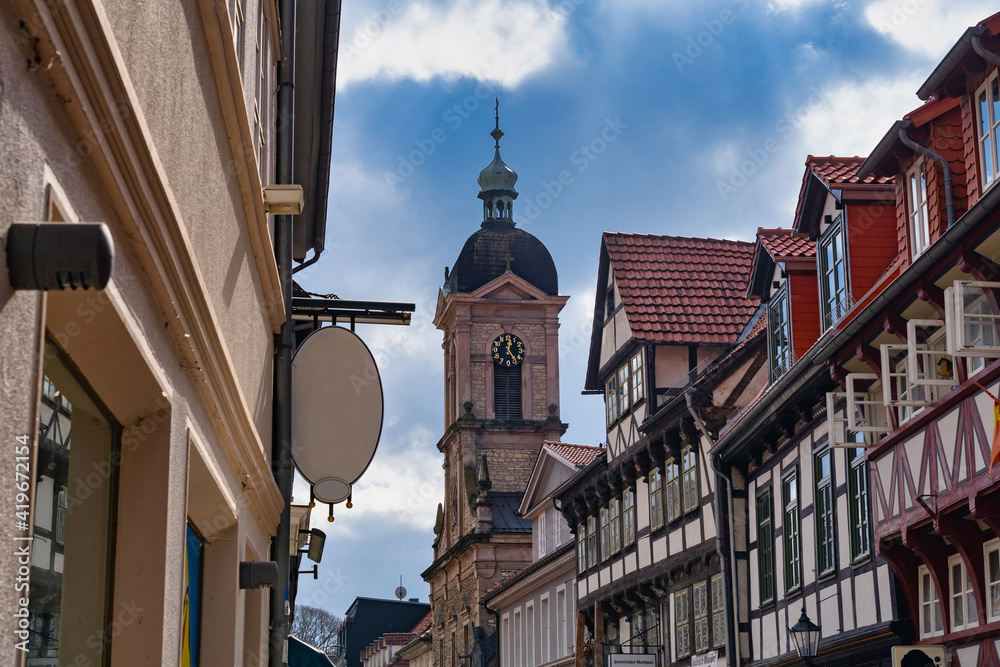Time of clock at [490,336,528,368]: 12:24
